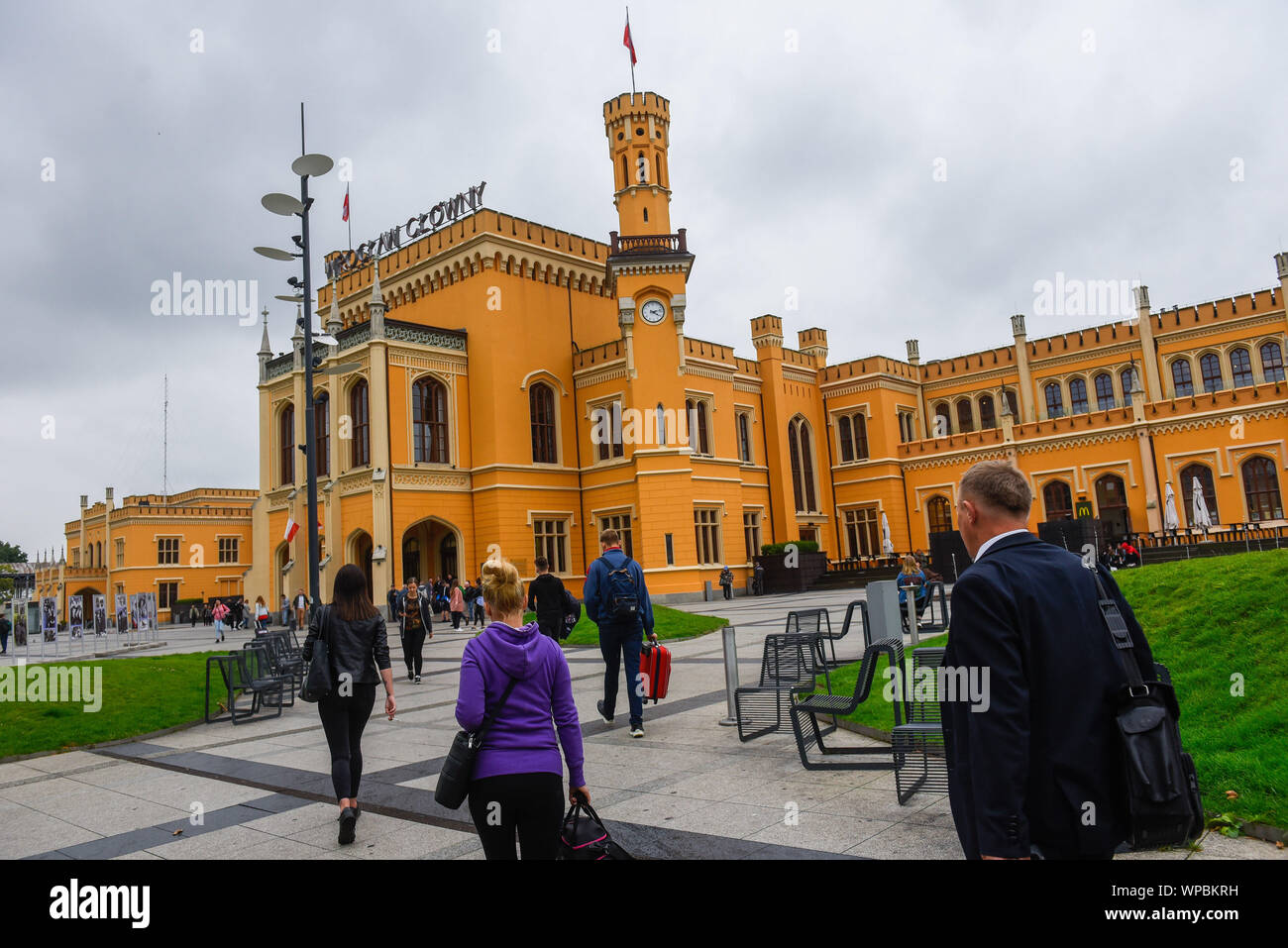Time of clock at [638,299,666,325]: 4:12
